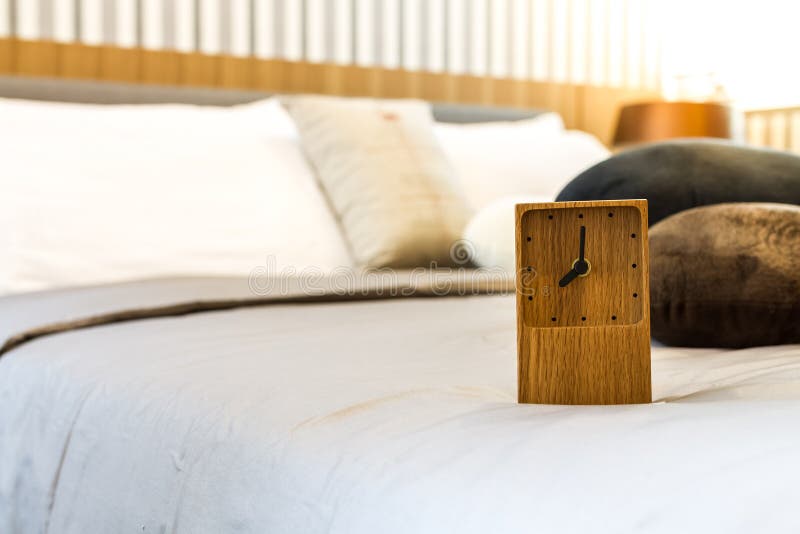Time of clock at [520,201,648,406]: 8:00
